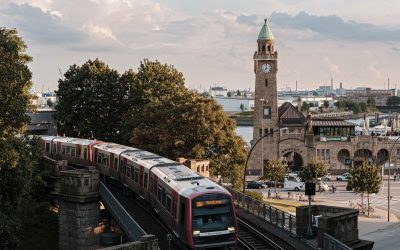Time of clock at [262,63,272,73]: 7:01
